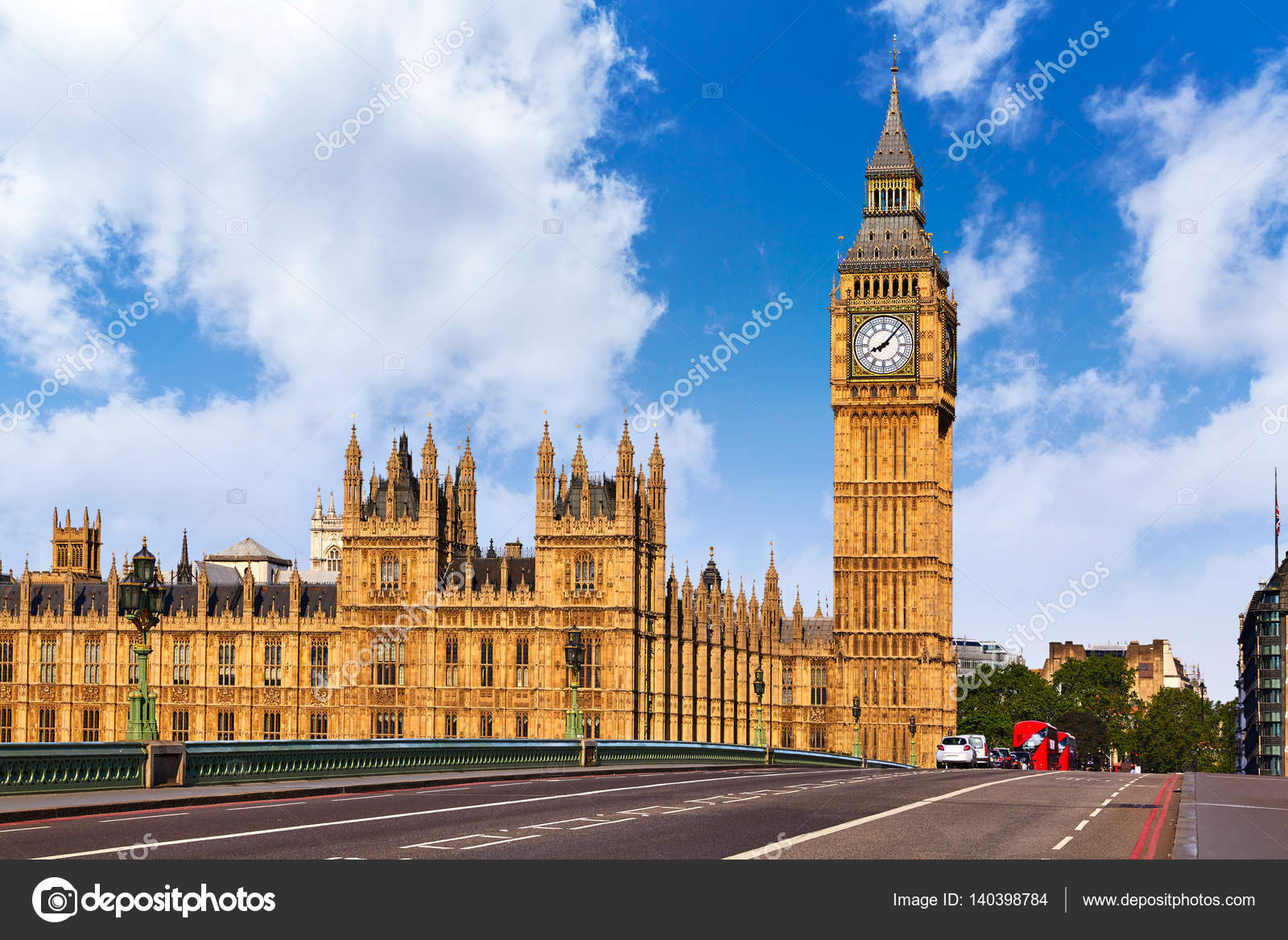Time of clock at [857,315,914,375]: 8:07
